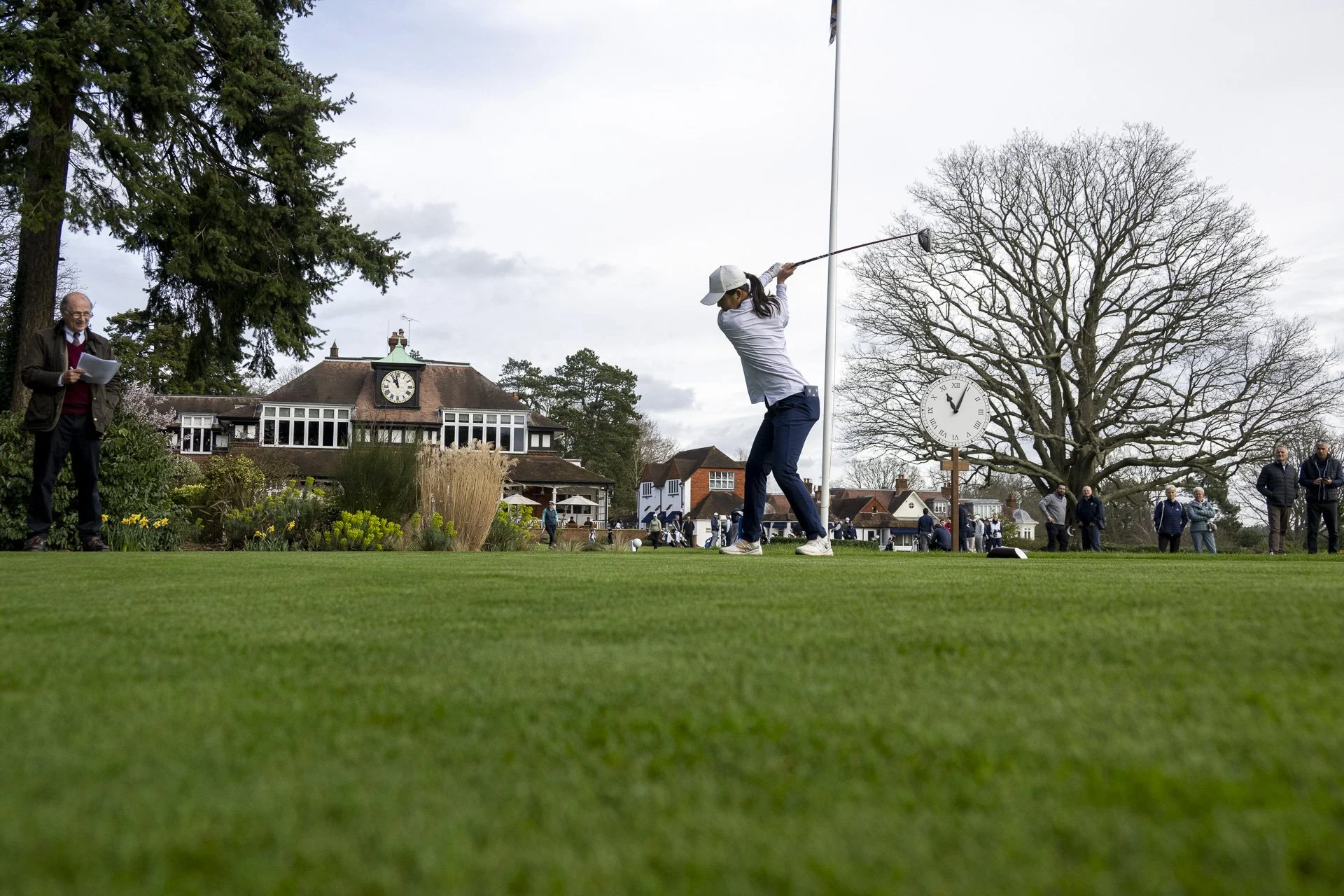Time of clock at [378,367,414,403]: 10:58
